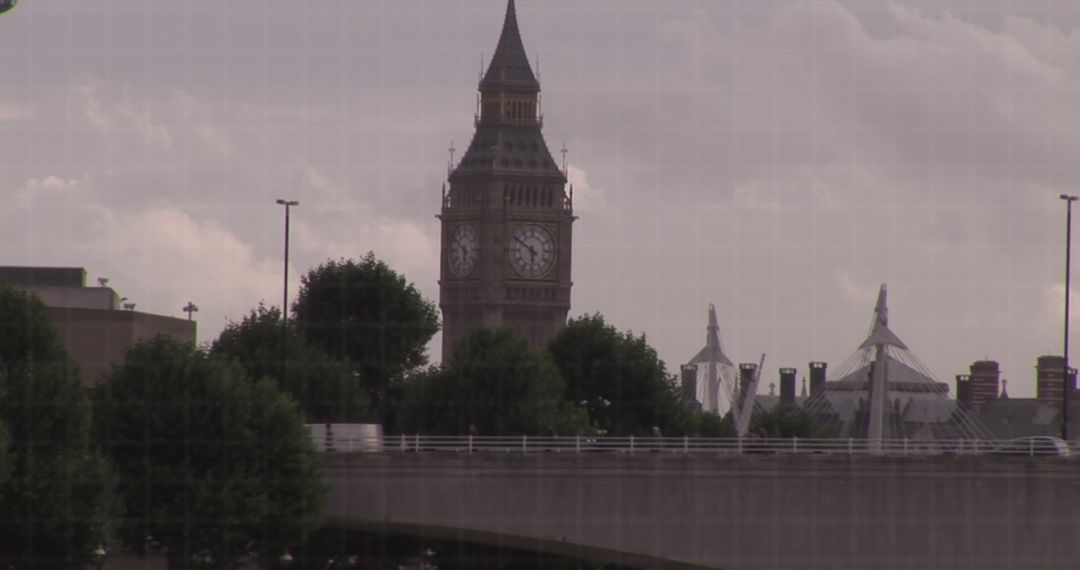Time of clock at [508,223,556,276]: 5:50
